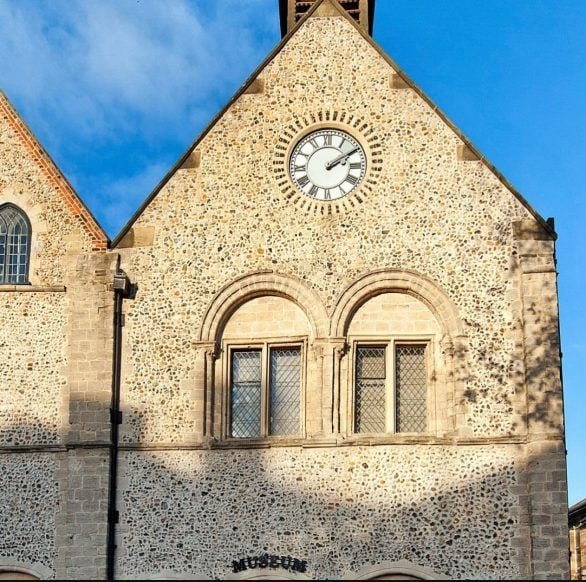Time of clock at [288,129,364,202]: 2:09
